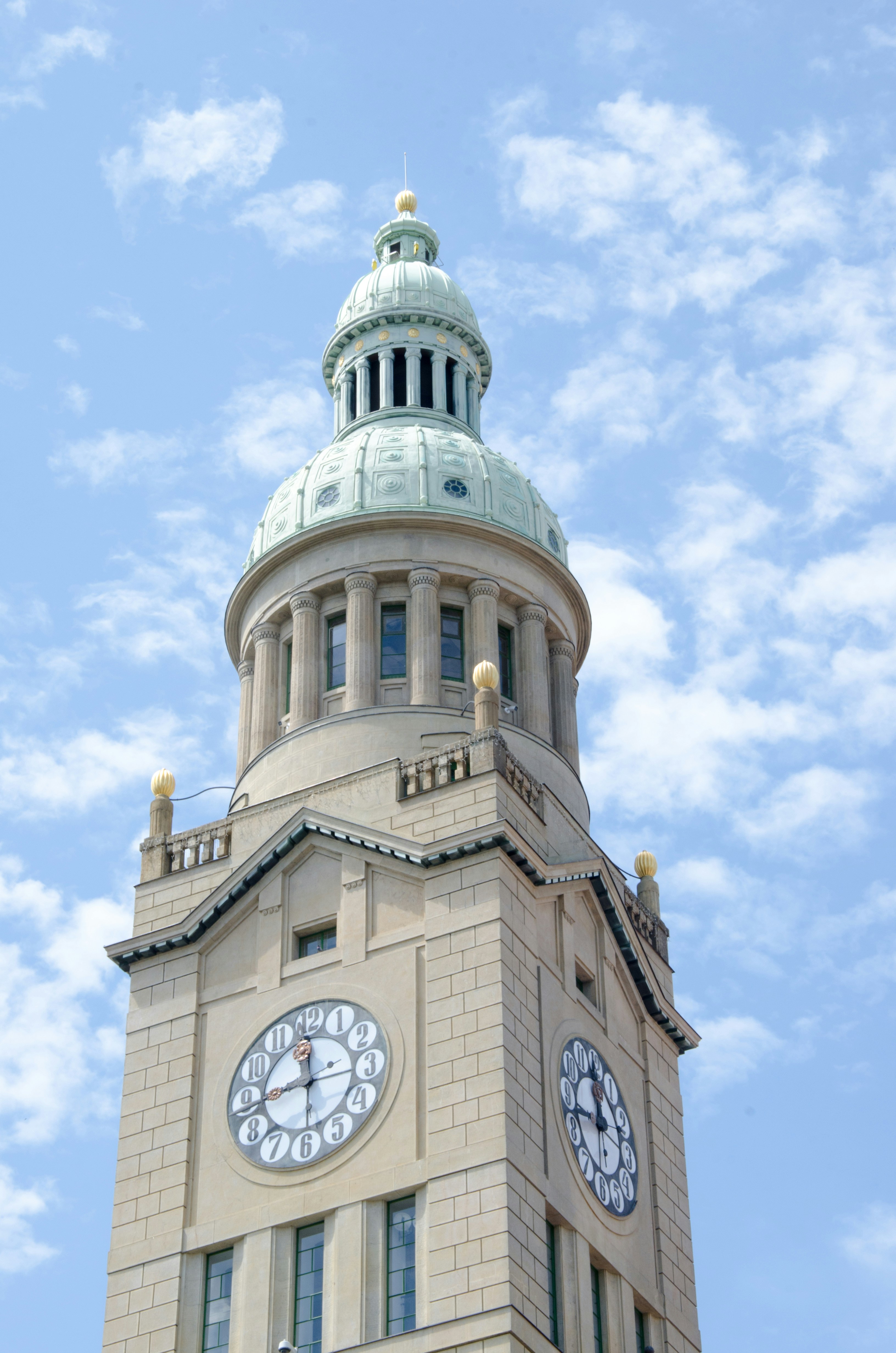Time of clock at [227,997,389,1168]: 11:44
